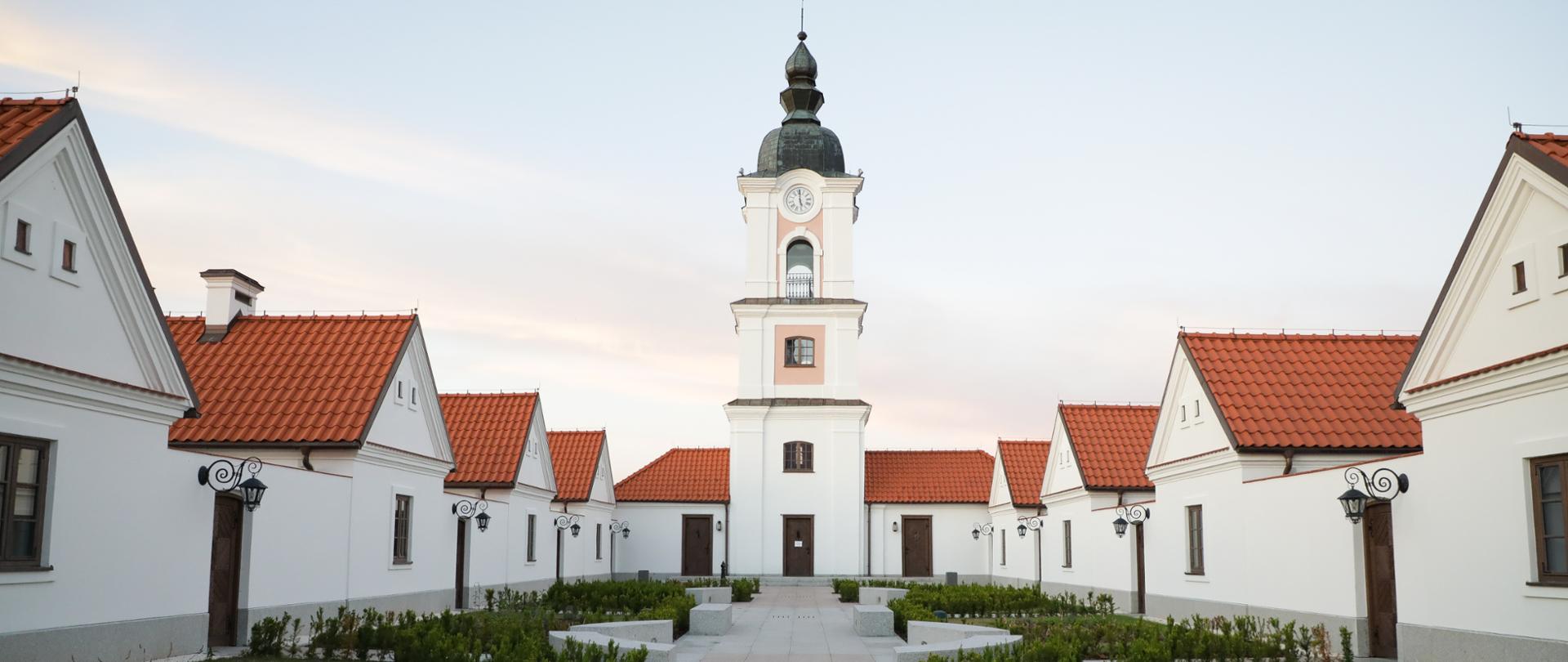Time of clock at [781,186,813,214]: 6:00
